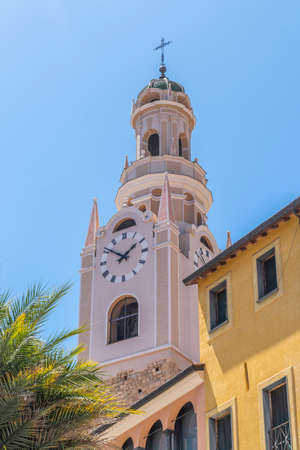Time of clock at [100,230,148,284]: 1:51
